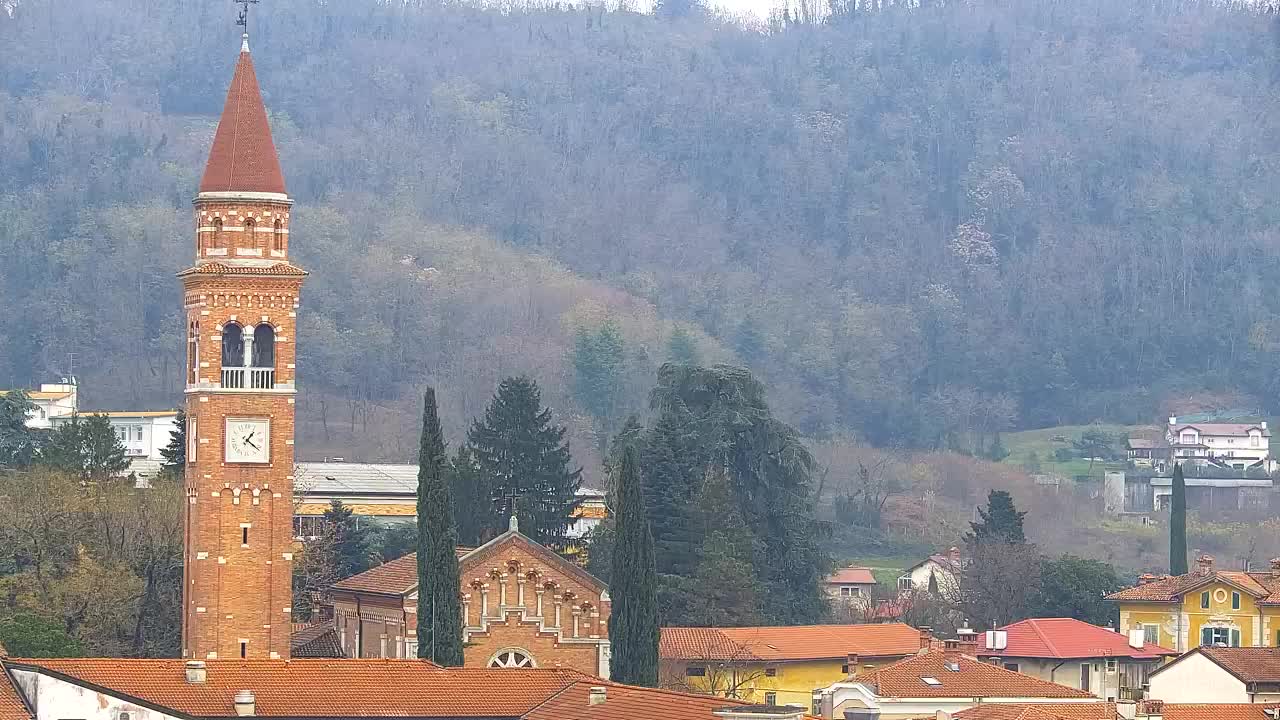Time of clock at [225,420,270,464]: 1:21
